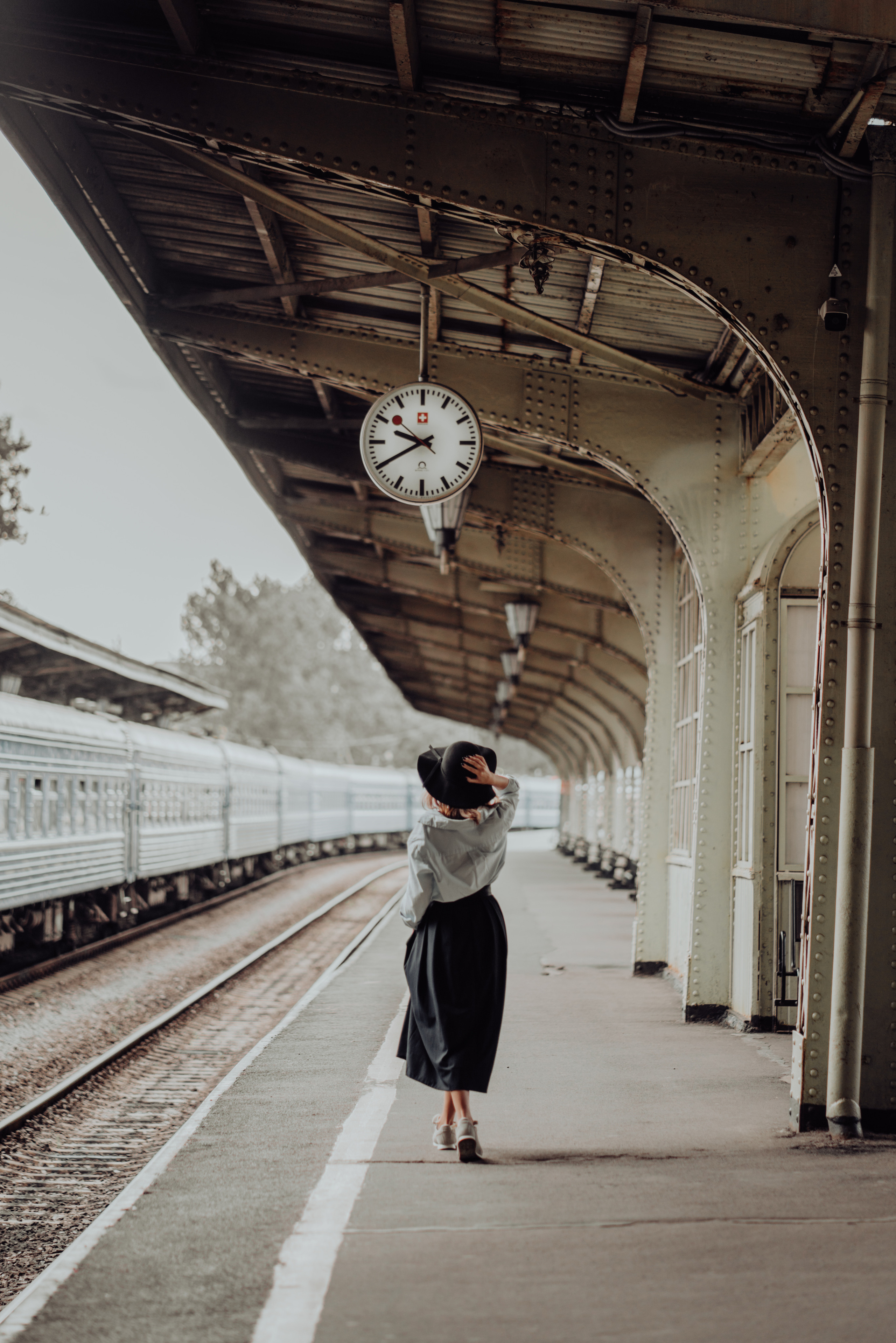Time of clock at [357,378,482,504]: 9:40
